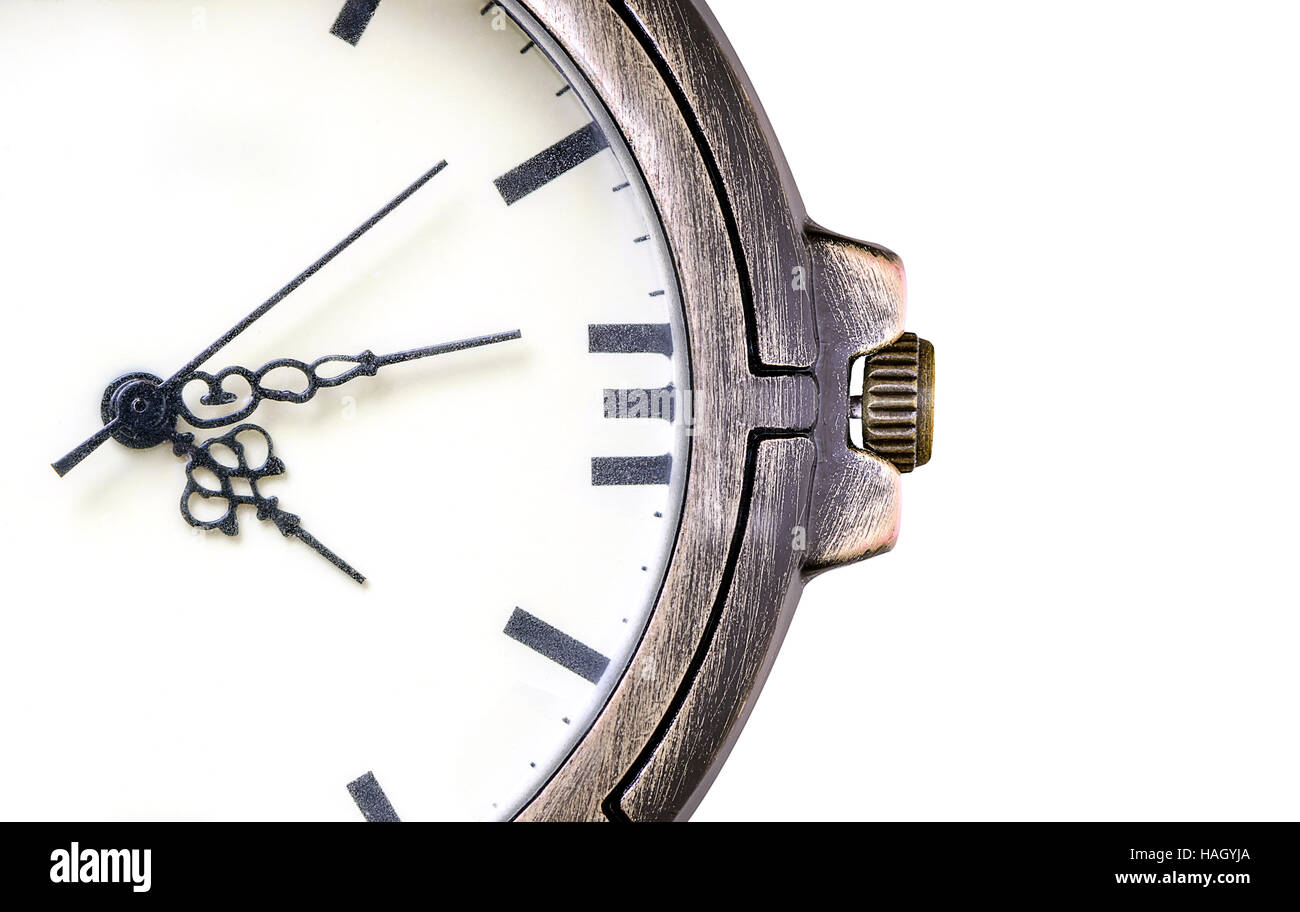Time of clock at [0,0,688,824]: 4:13
